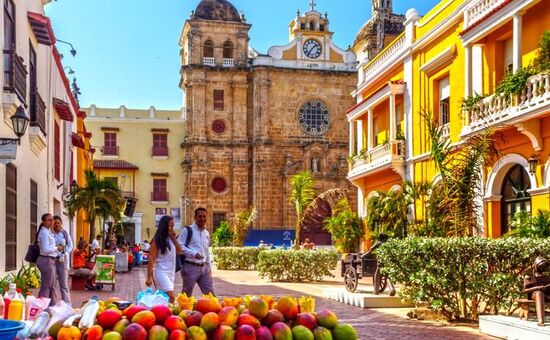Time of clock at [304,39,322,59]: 1:36
